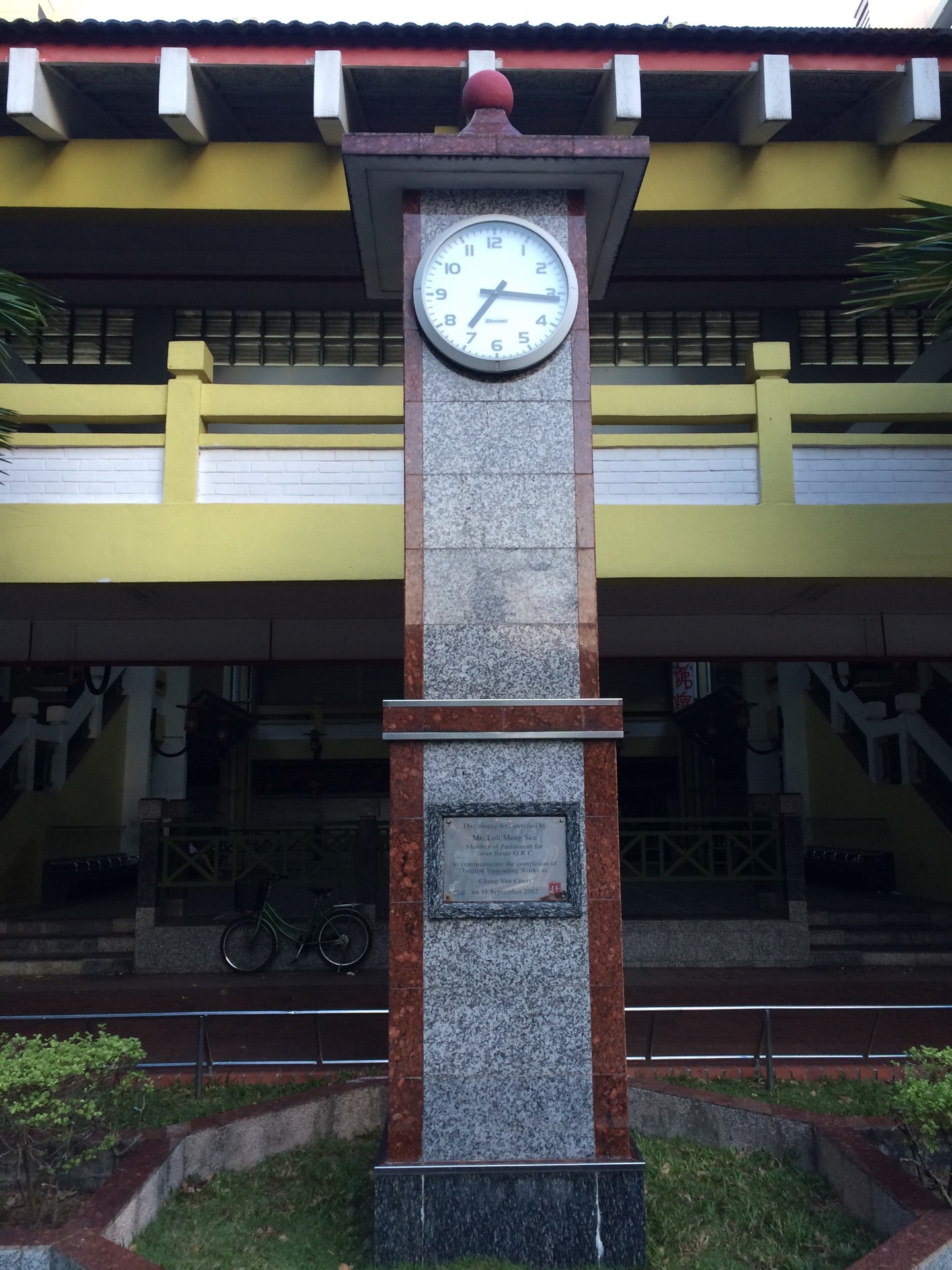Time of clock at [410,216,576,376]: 7:15
